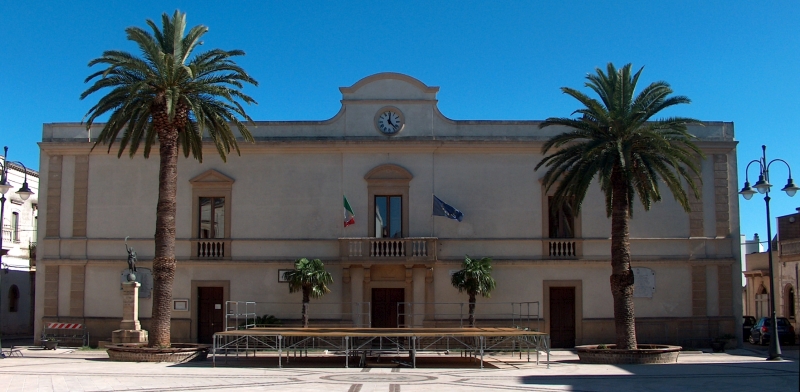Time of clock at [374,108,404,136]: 12:22
